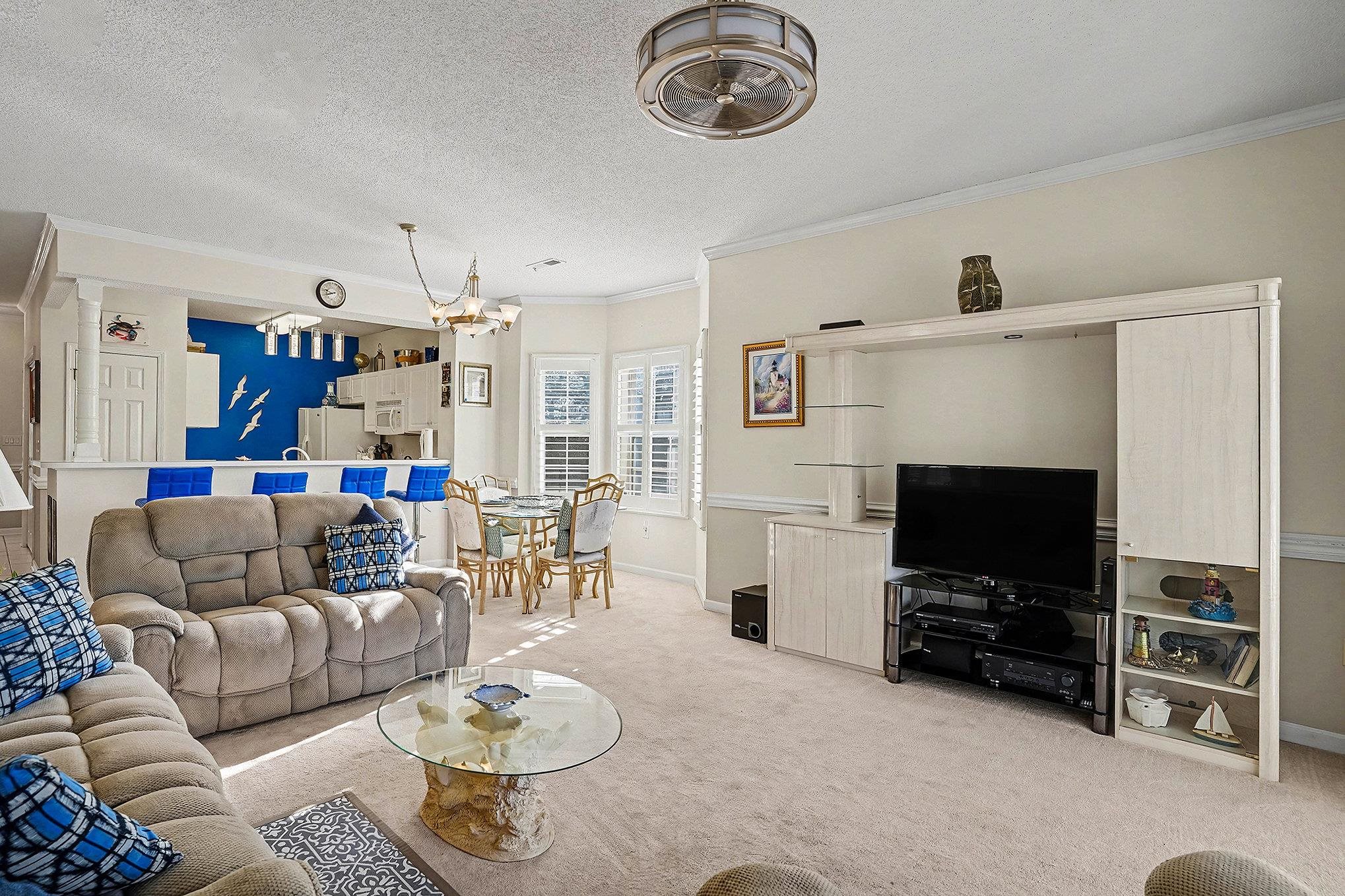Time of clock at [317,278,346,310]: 9:42
